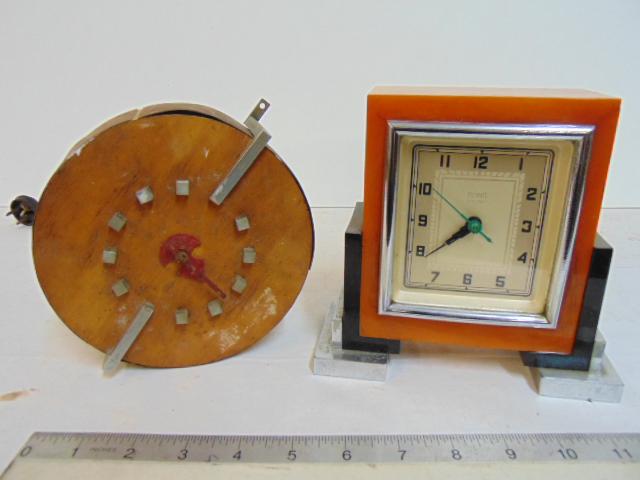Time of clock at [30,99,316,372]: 4:22
